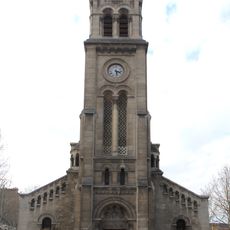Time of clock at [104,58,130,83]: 3:28
